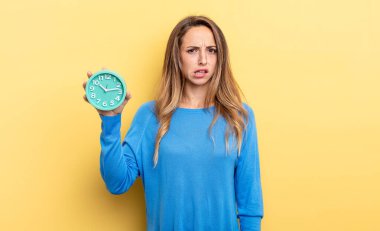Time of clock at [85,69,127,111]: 10:12
